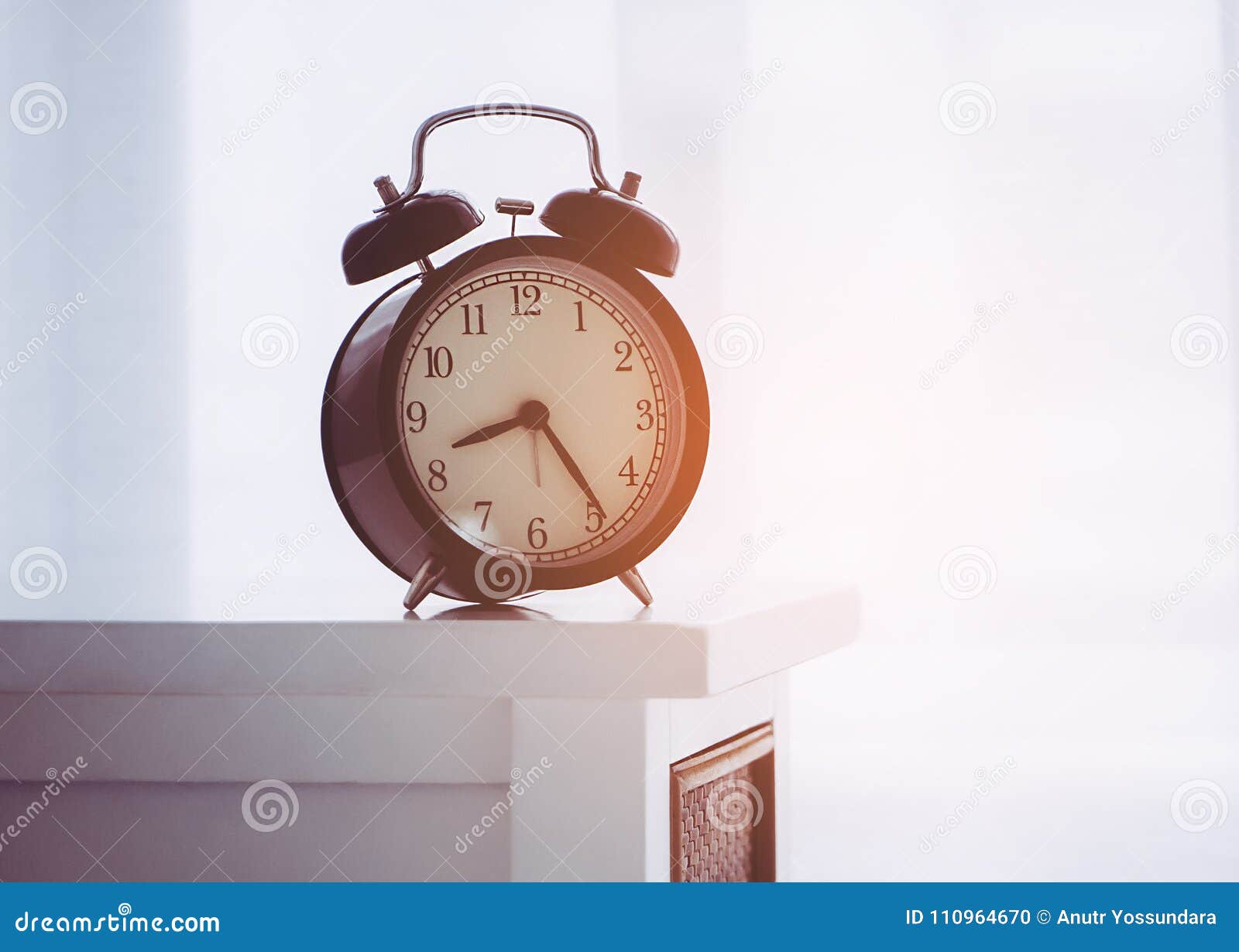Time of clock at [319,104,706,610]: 8:23
